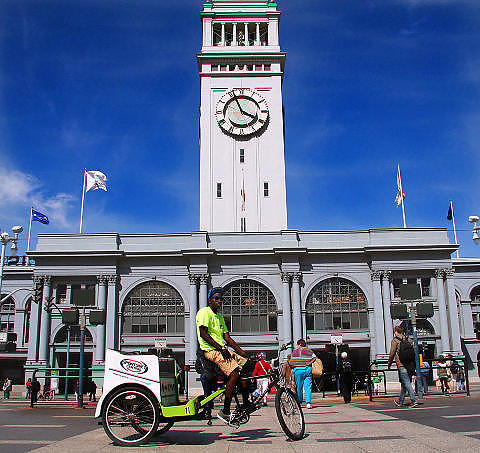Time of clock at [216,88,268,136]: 3:56
